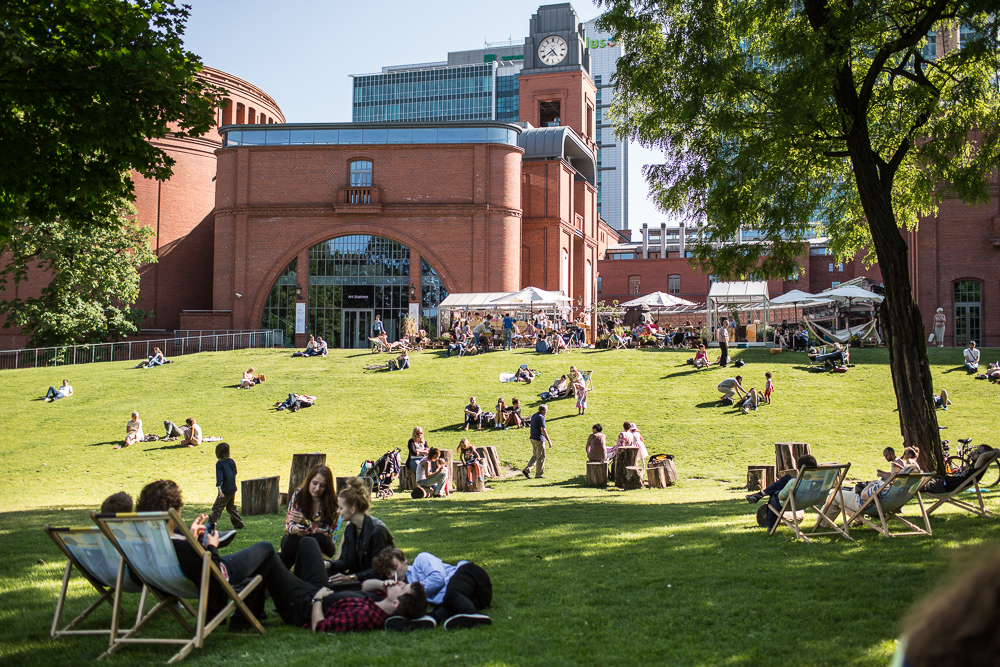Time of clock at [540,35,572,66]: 4:39
